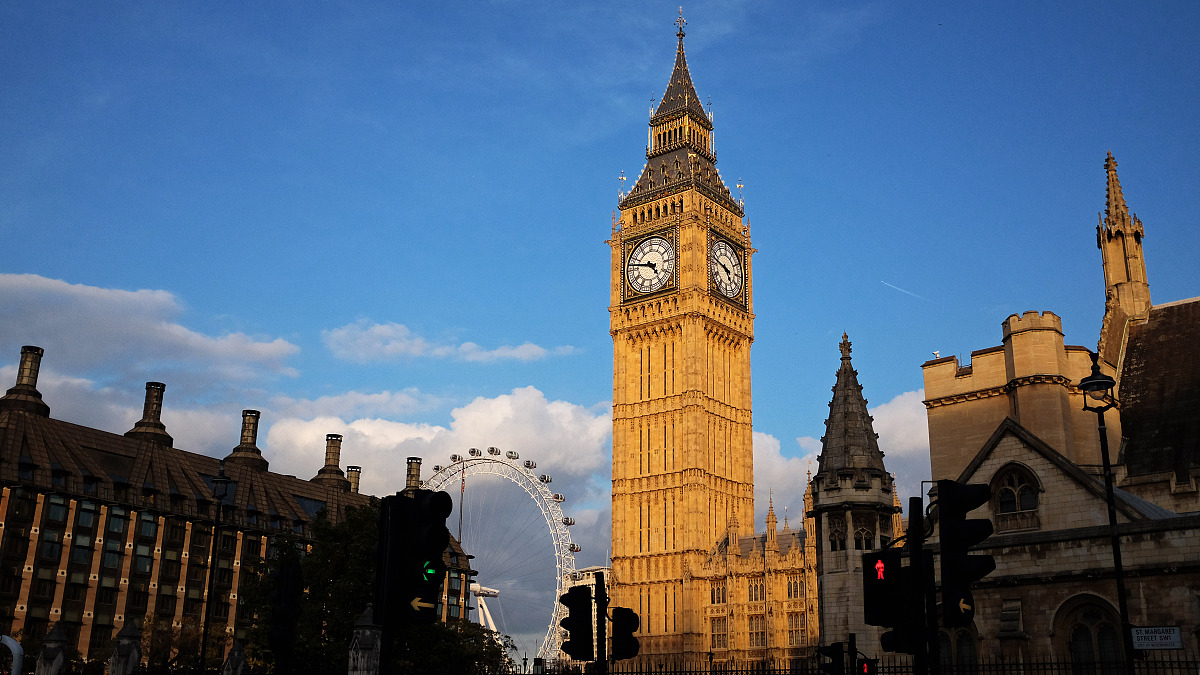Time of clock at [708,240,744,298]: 4:47
